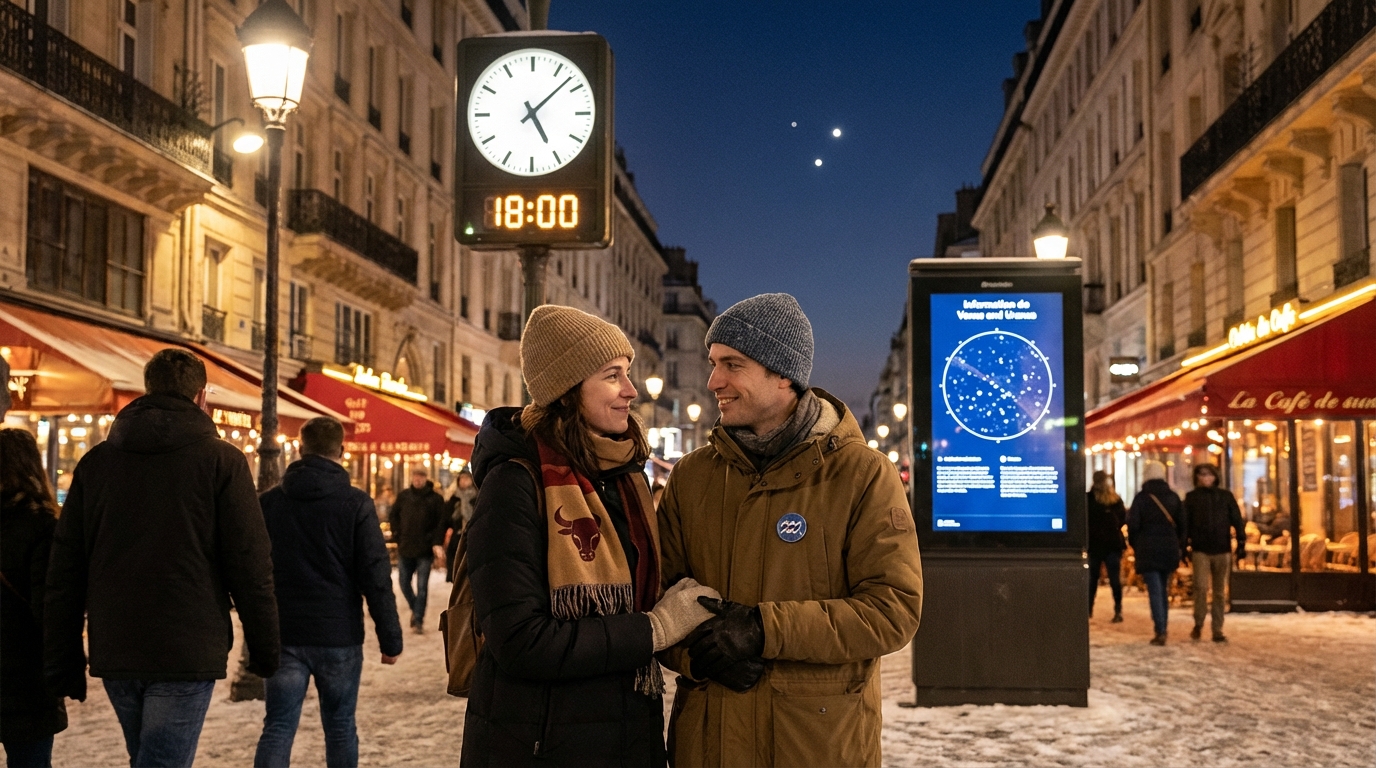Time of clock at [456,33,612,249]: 5:07
